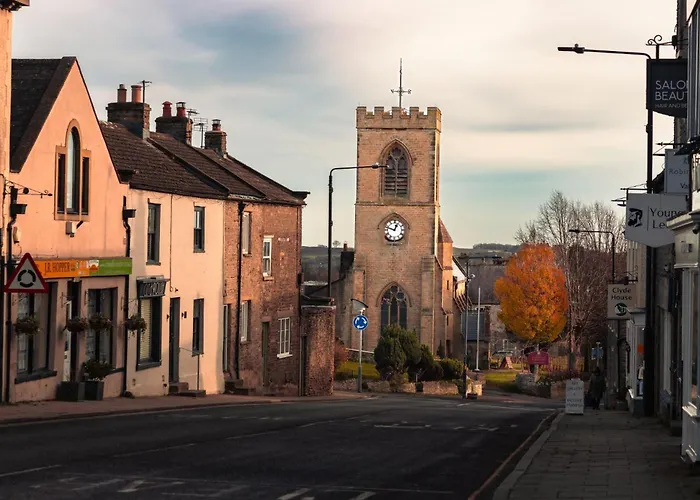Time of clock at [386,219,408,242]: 12:47
